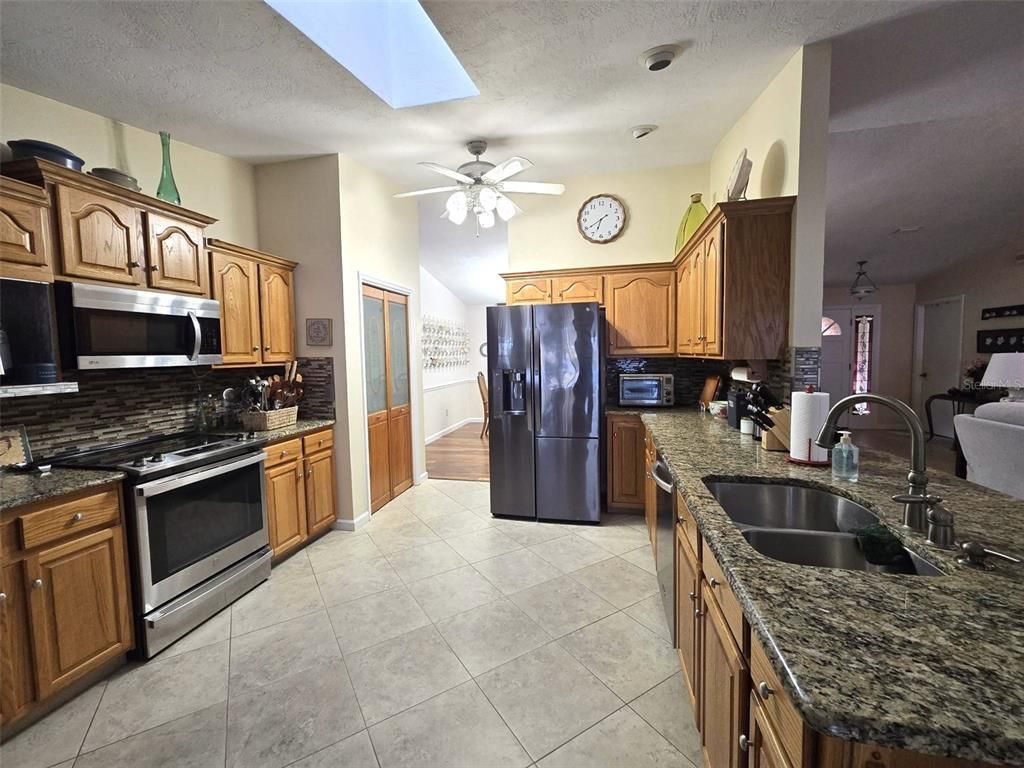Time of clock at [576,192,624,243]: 6:39
